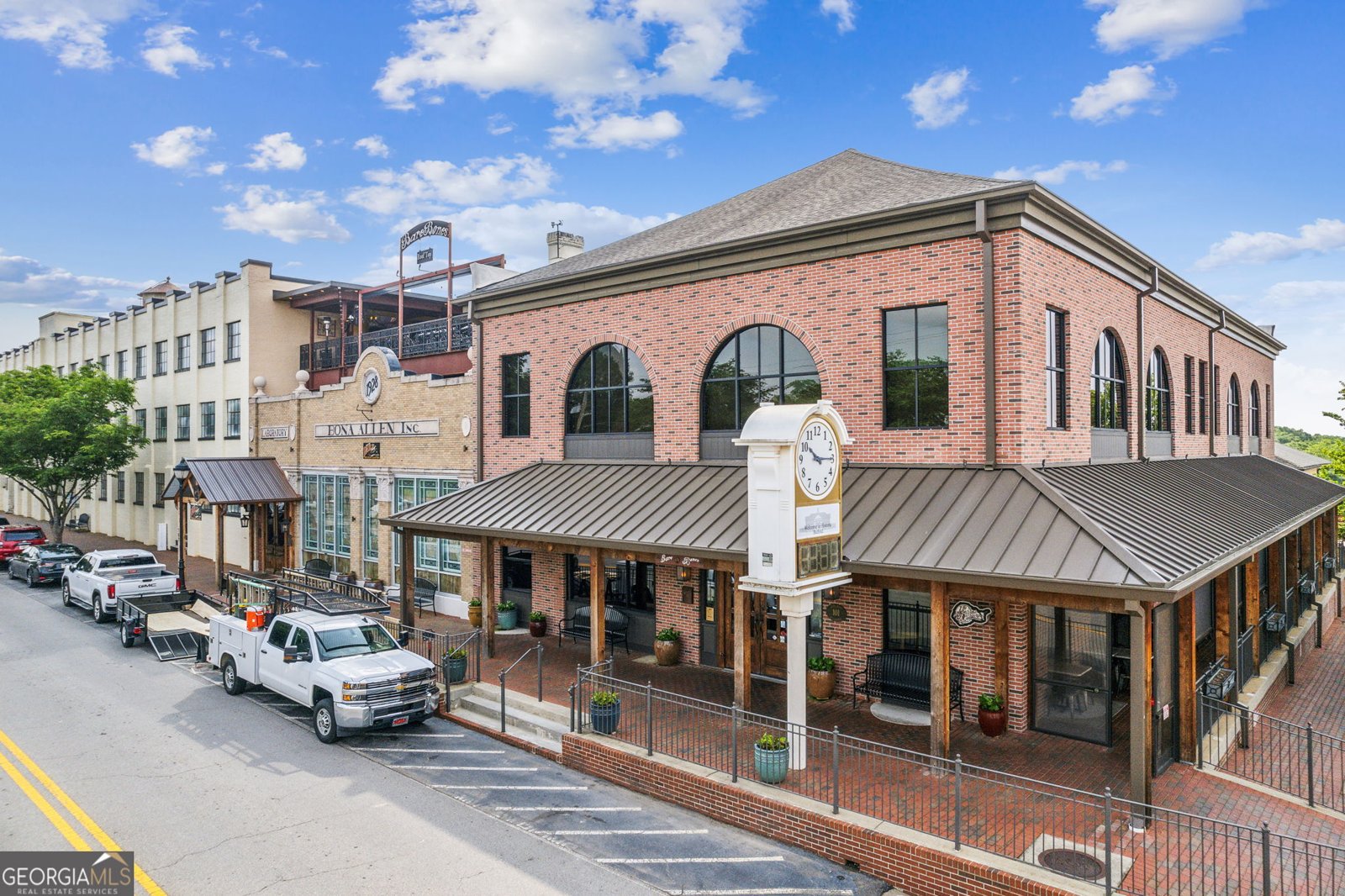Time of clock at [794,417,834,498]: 10:14
